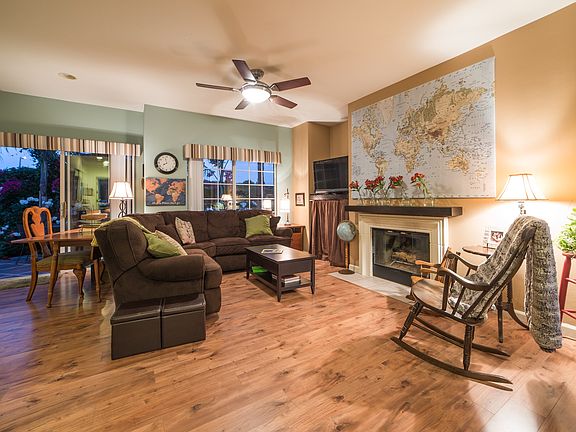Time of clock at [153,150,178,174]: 7:57
